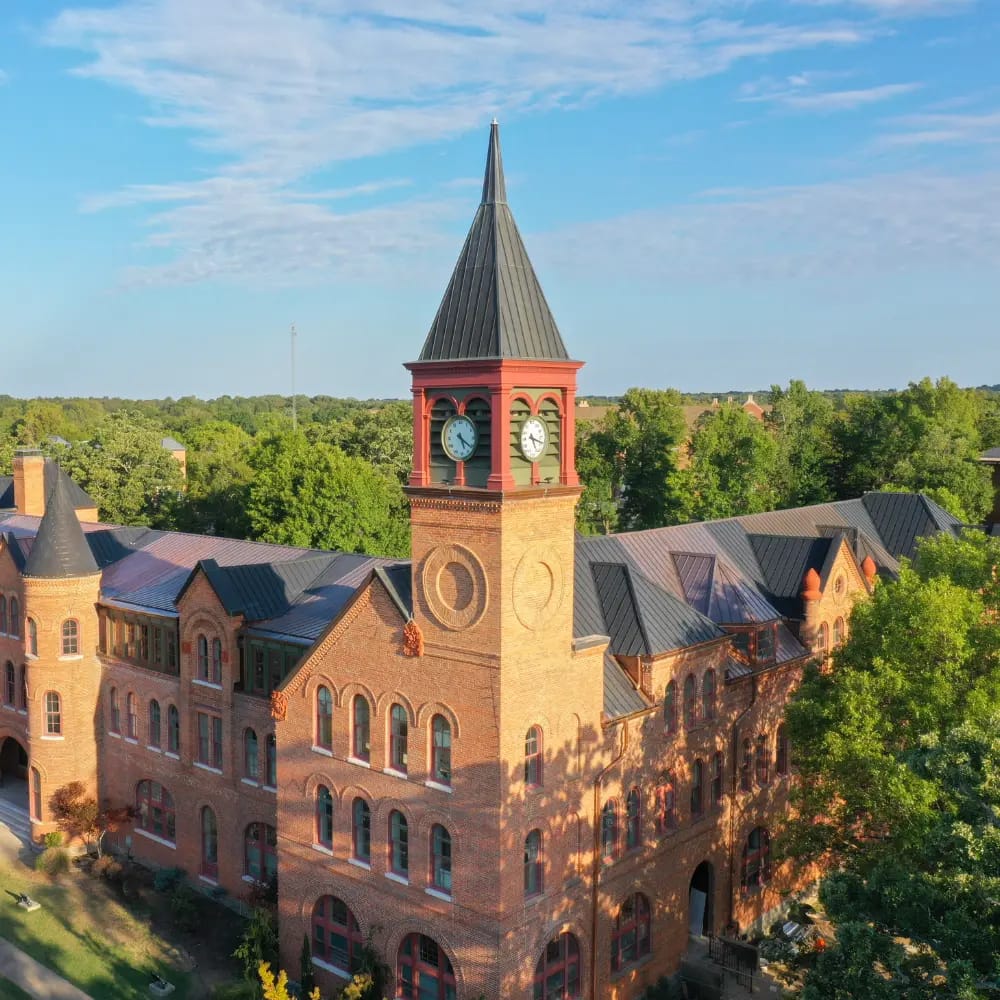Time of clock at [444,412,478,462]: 5:21
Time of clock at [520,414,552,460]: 5:18
